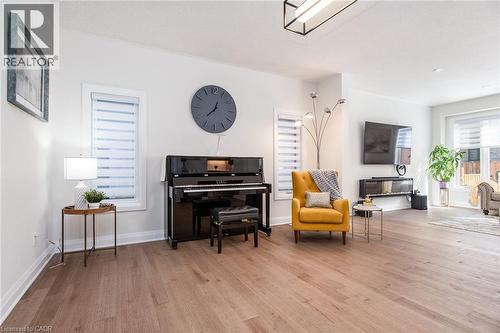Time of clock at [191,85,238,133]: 12:37
